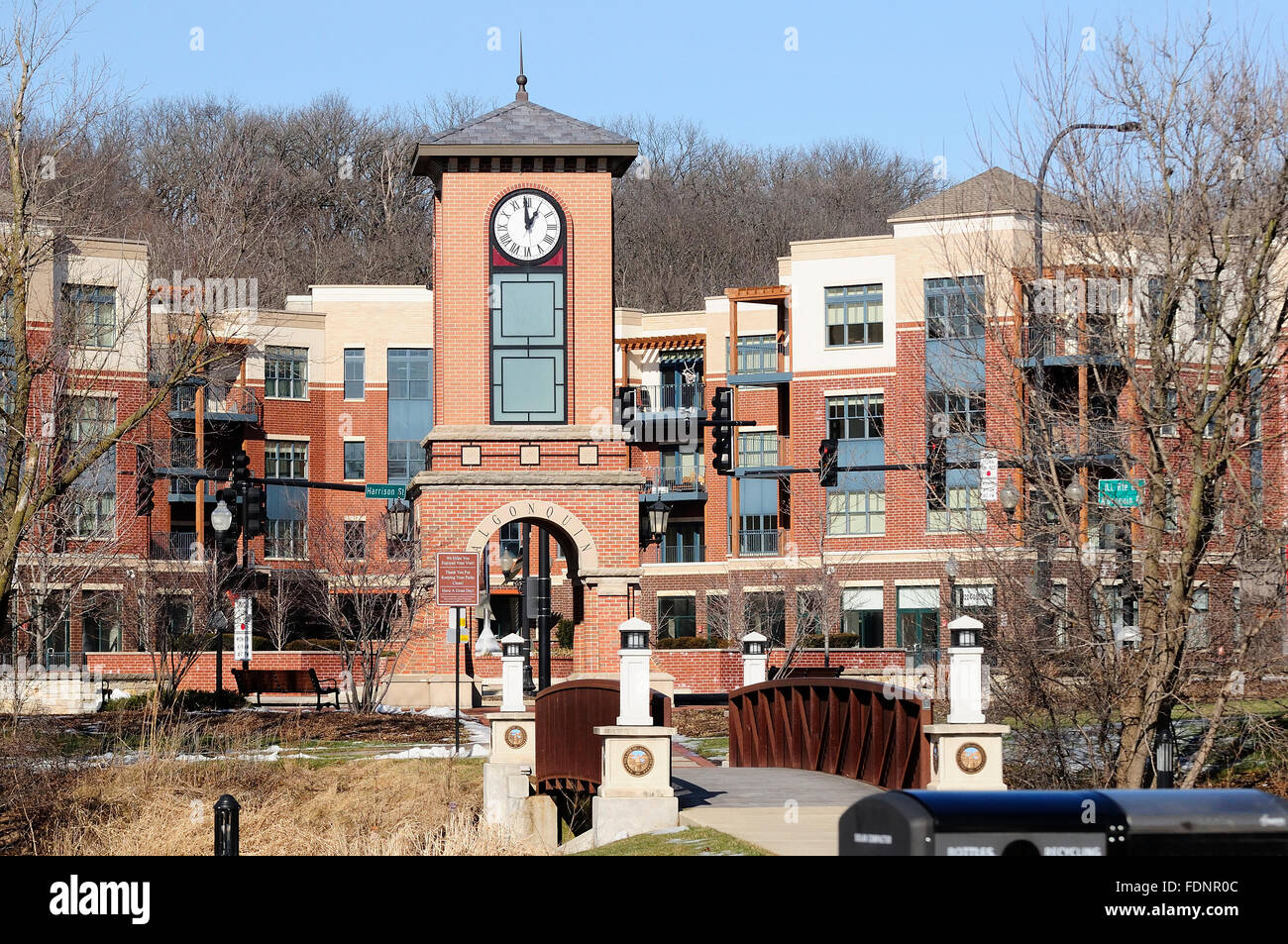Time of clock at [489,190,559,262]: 12:59
